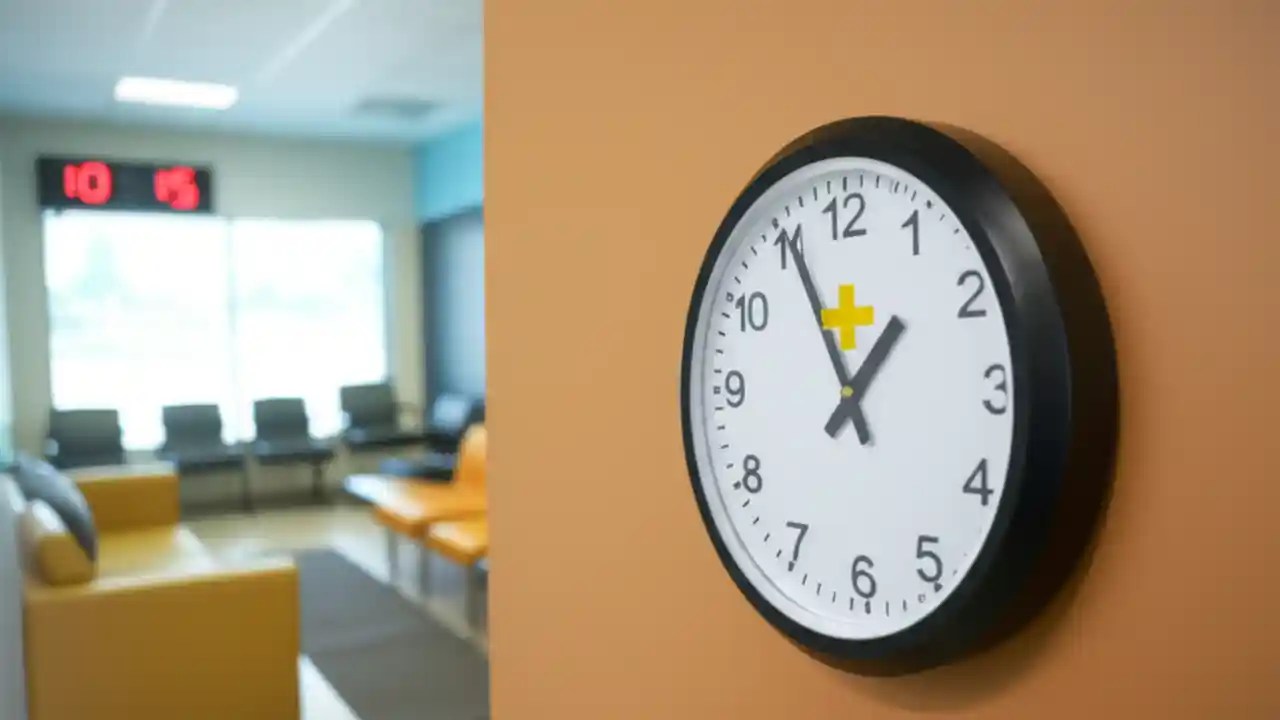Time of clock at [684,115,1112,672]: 12:55
